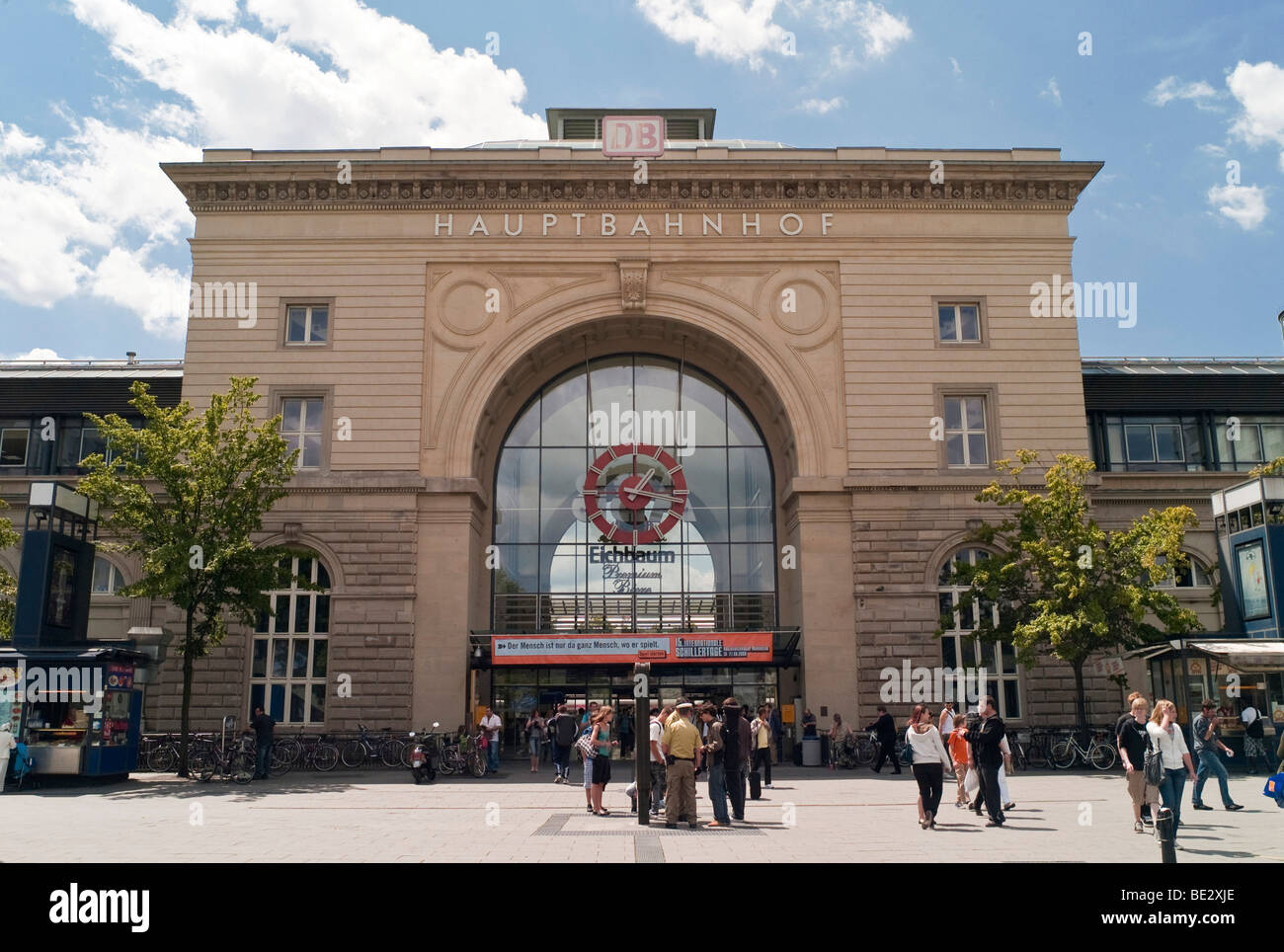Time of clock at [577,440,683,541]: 1:16
